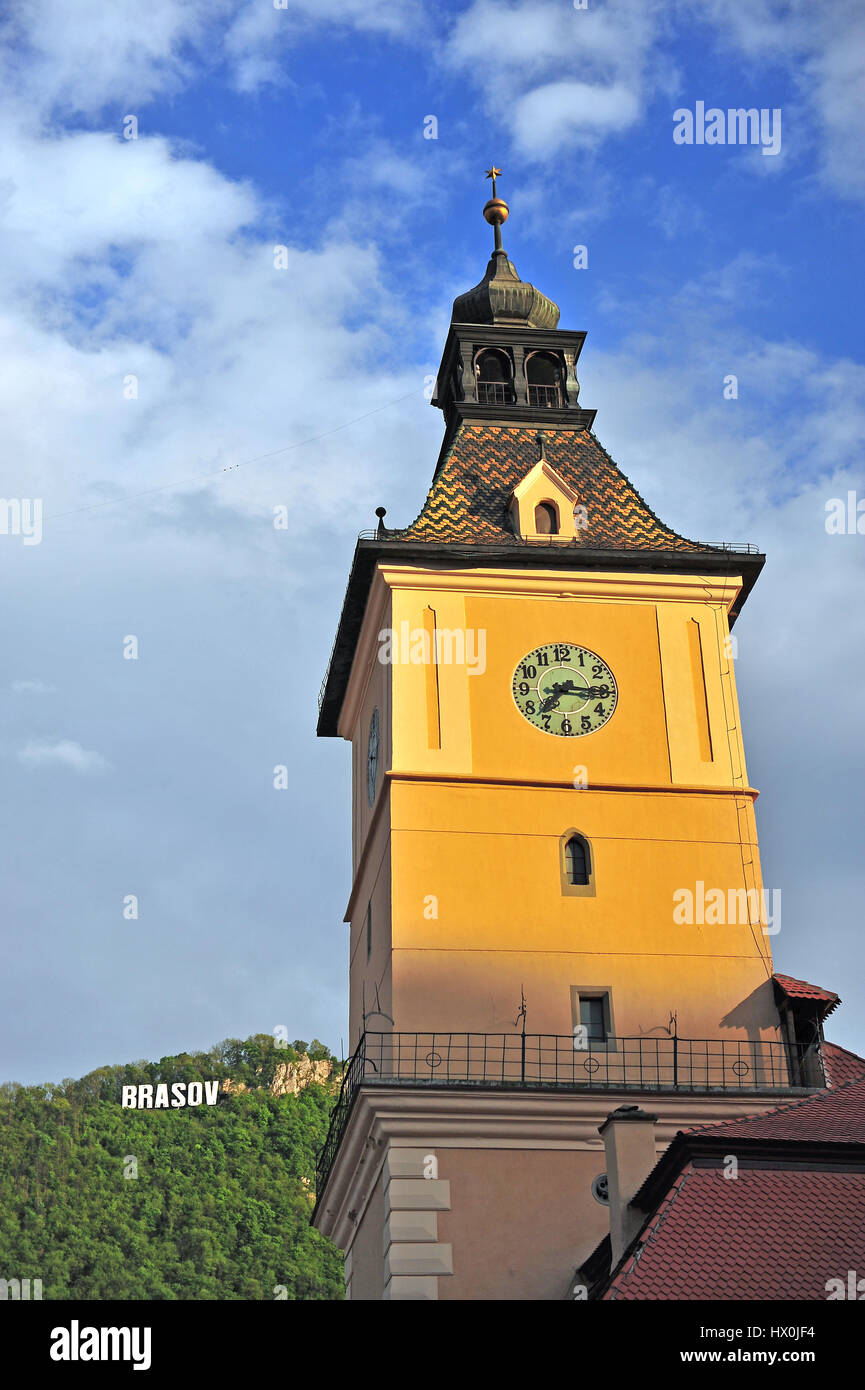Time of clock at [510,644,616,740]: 7:15
